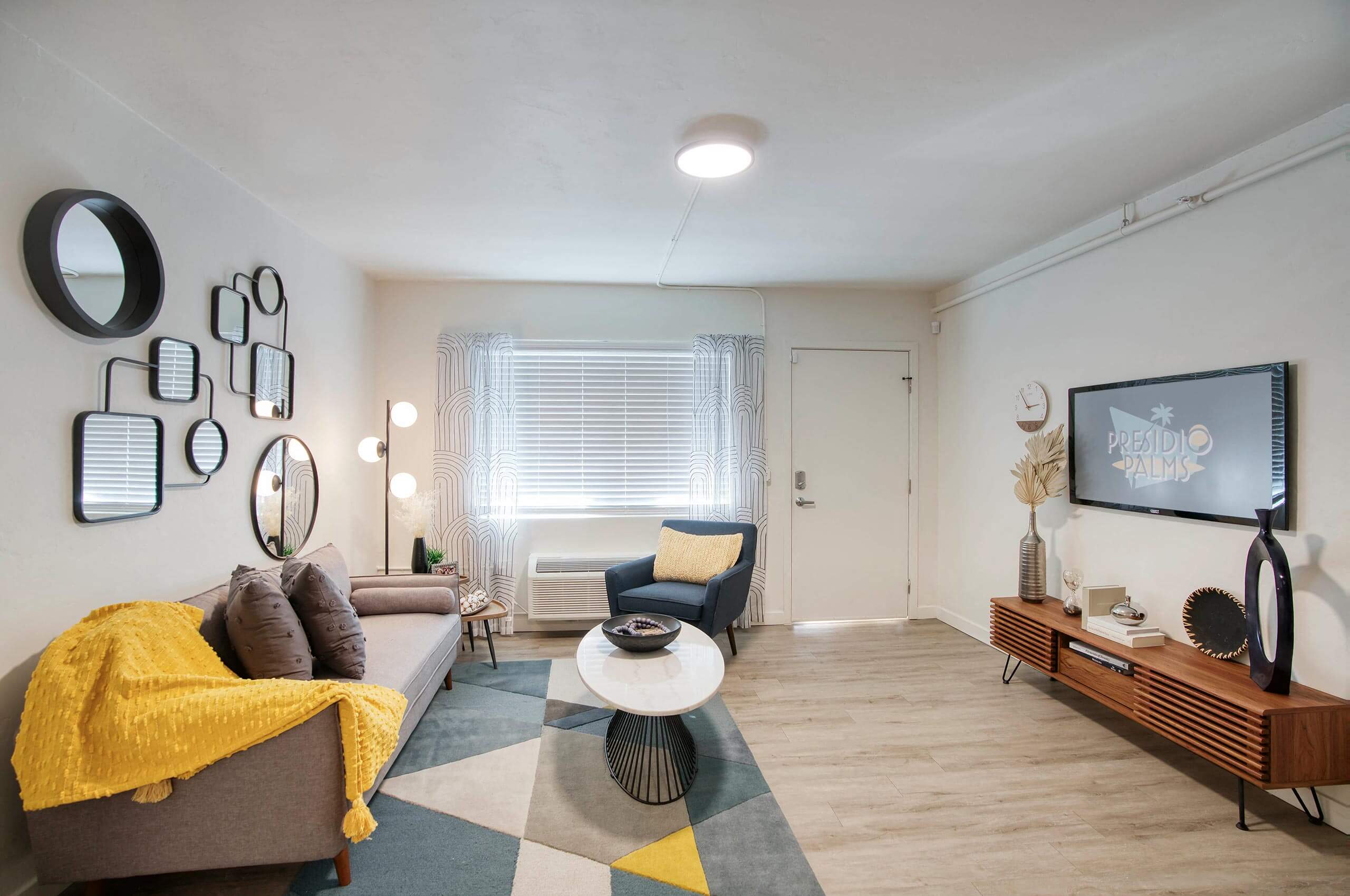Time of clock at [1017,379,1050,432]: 2:53
